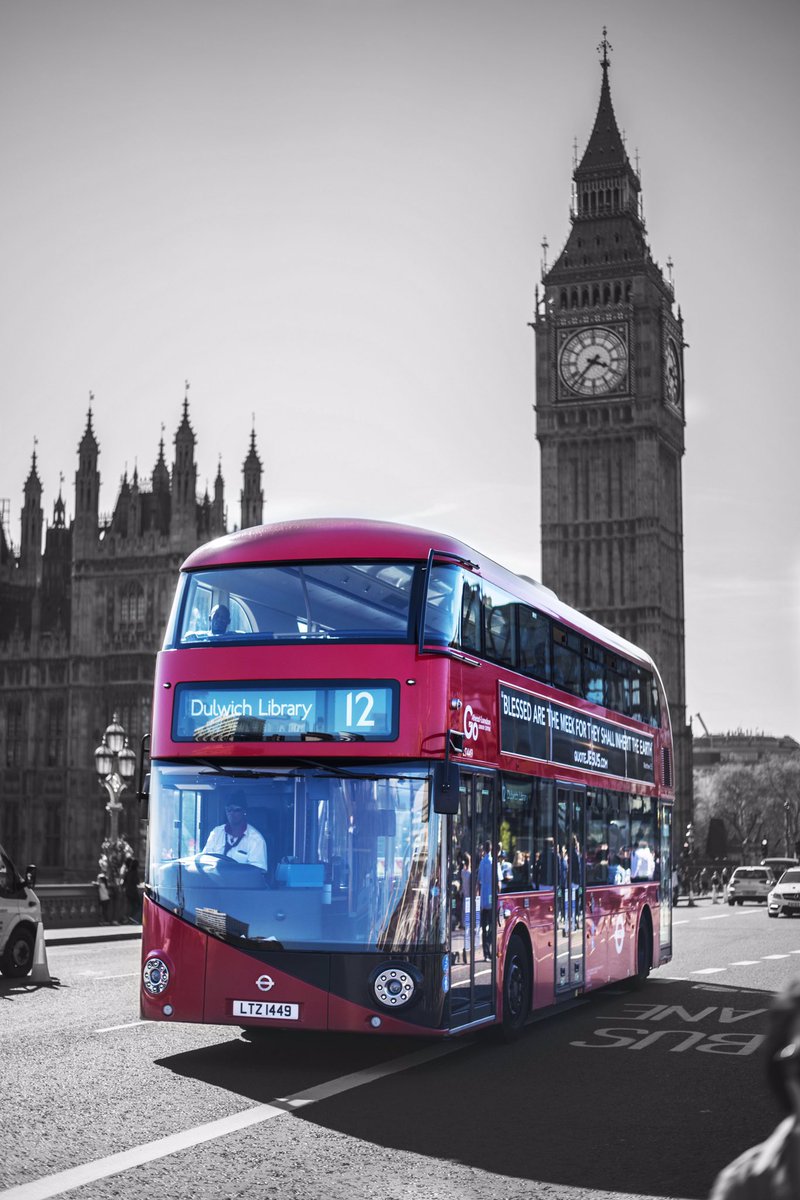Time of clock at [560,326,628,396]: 3:37
